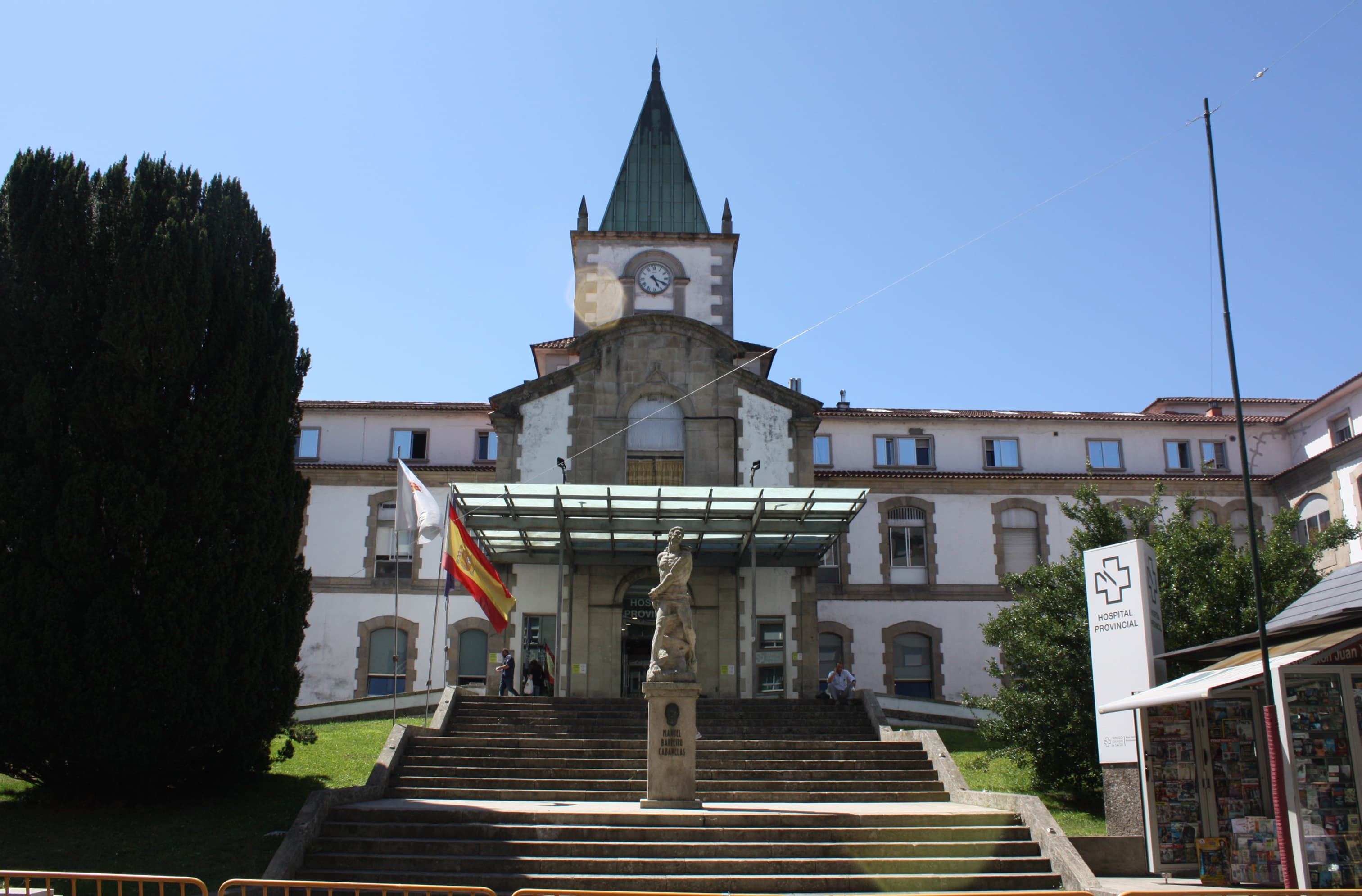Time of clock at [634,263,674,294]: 5:19
